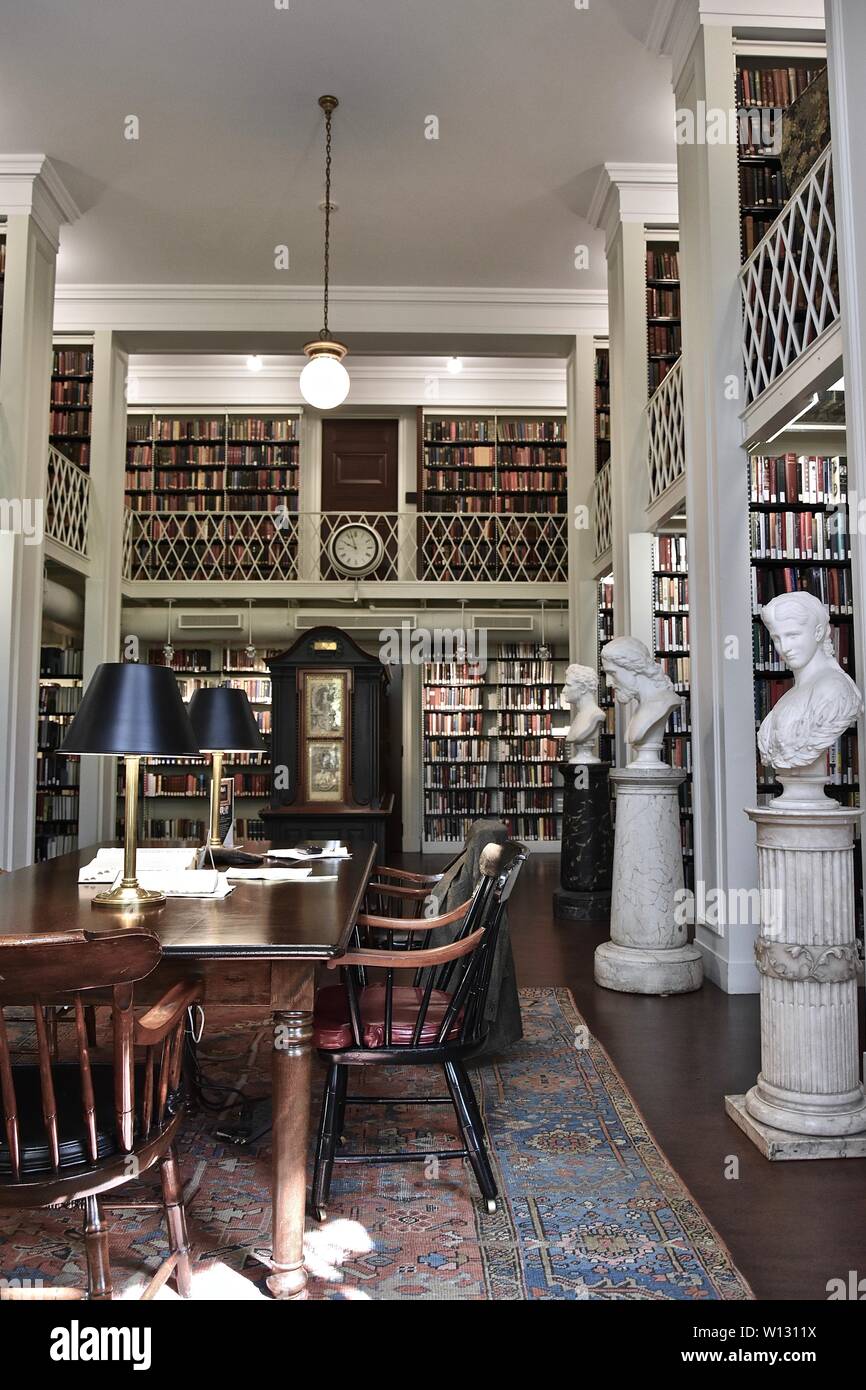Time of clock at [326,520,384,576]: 9:57
